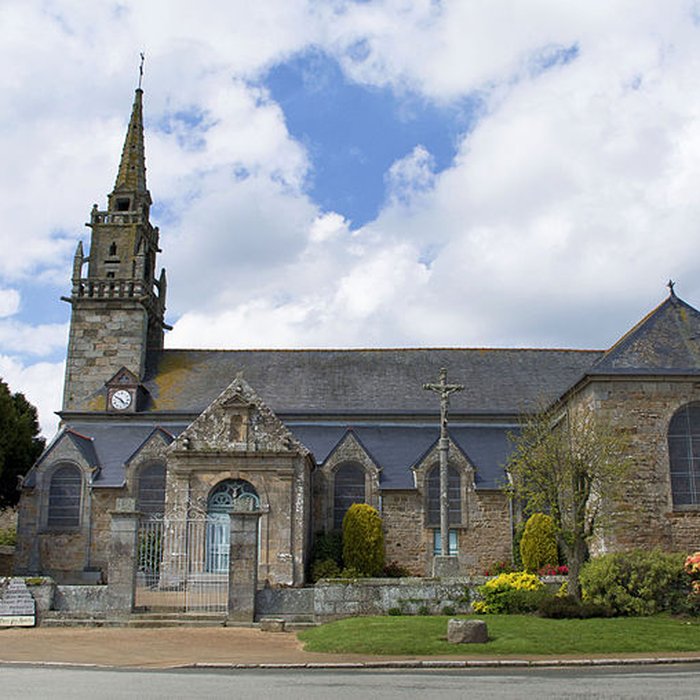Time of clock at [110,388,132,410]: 4:49
